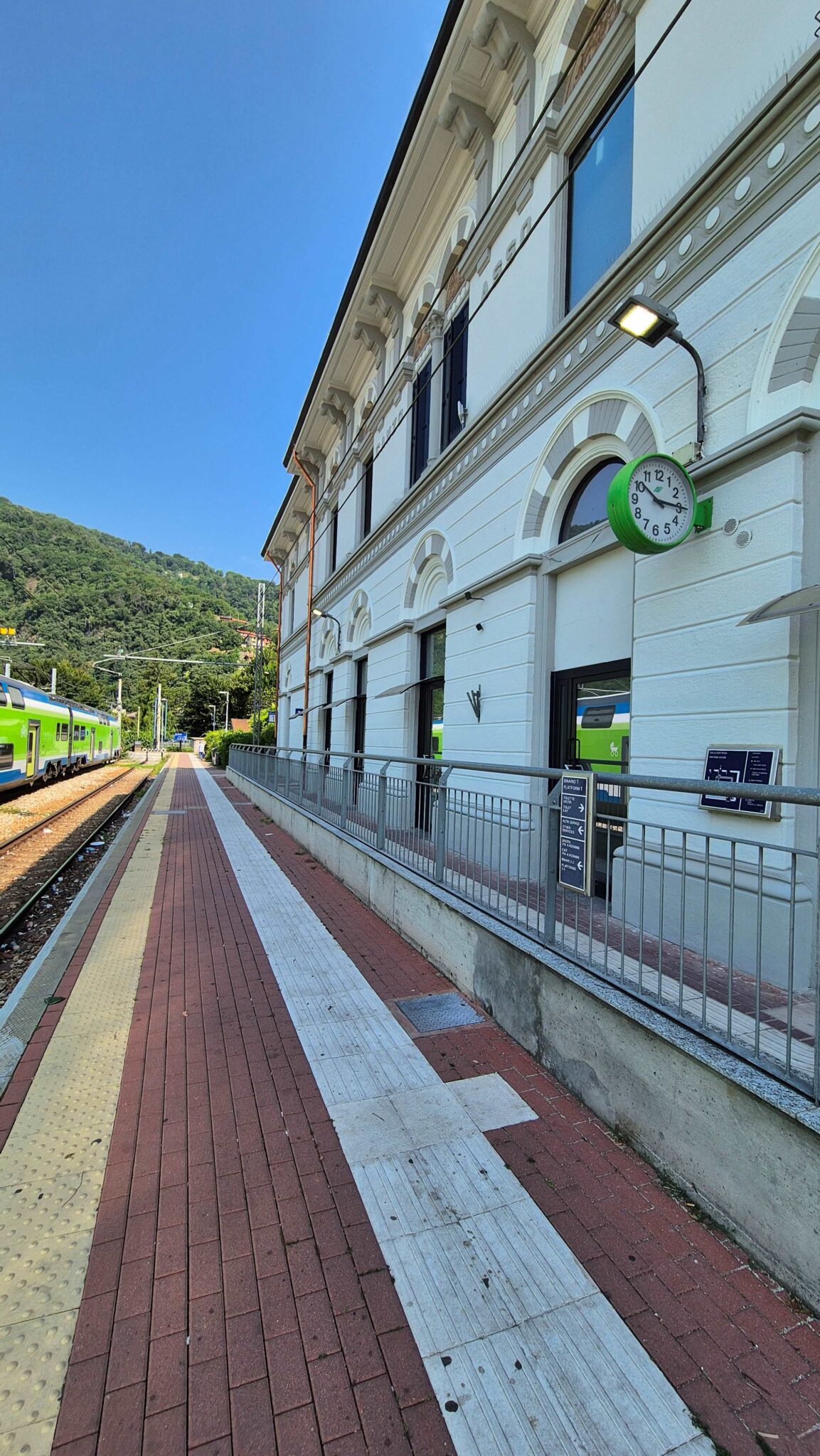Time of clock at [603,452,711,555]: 10:14
